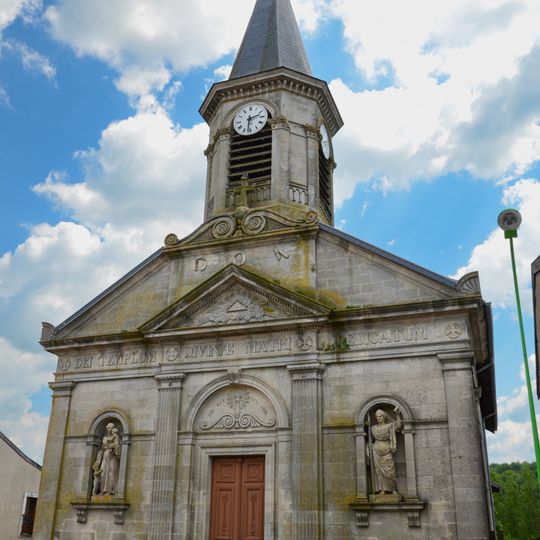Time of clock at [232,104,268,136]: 2:31
